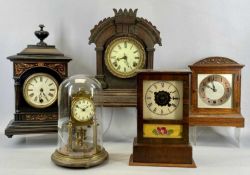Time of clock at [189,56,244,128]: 9:57
